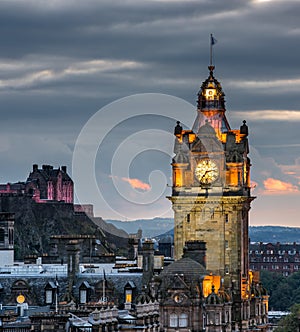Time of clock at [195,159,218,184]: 7:15
